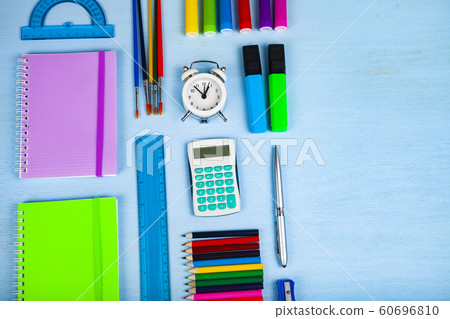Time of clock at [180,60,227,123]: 12:52
